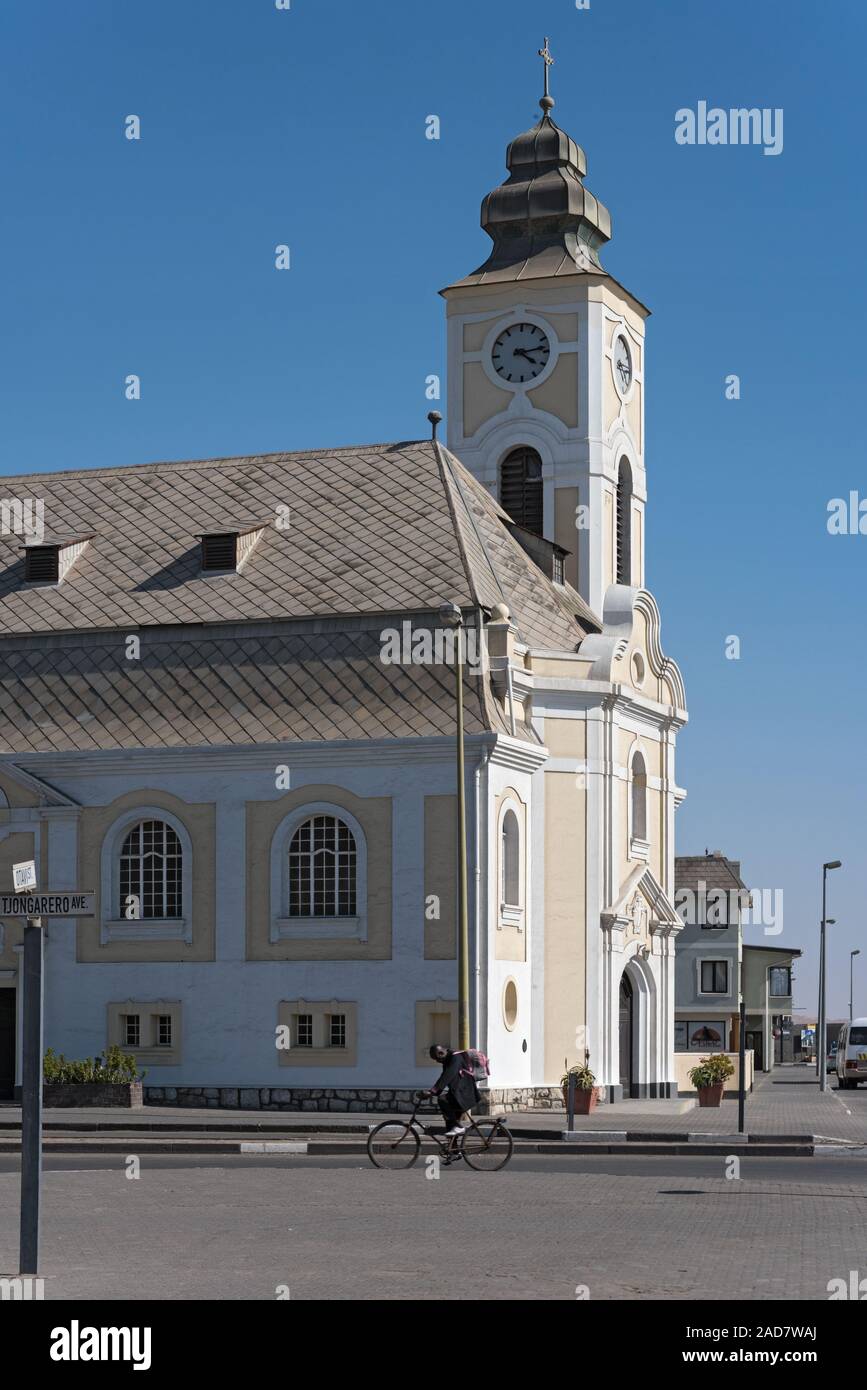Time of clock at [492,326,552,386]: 4:13
